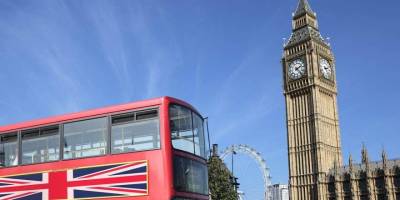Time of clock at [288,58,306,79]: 2:23
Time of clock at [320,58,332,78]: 2:23
